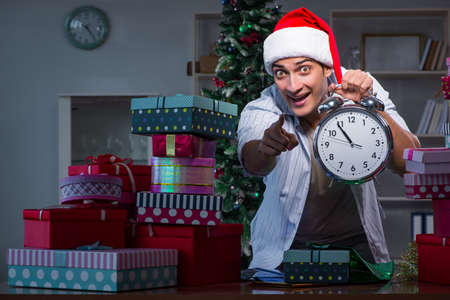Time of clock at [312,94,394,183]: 10:54
